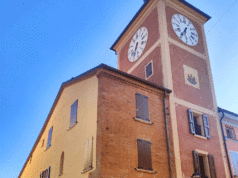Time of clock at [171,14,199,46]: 6:35
